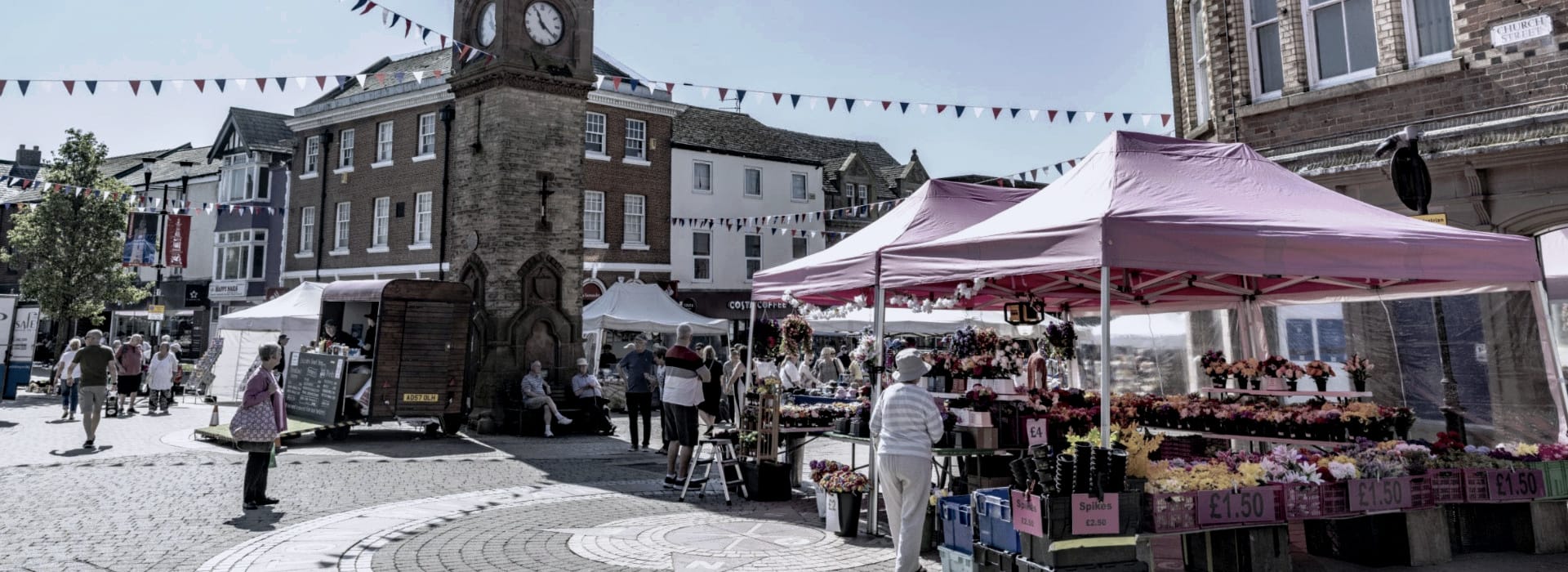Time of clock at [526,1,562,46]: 11:21
